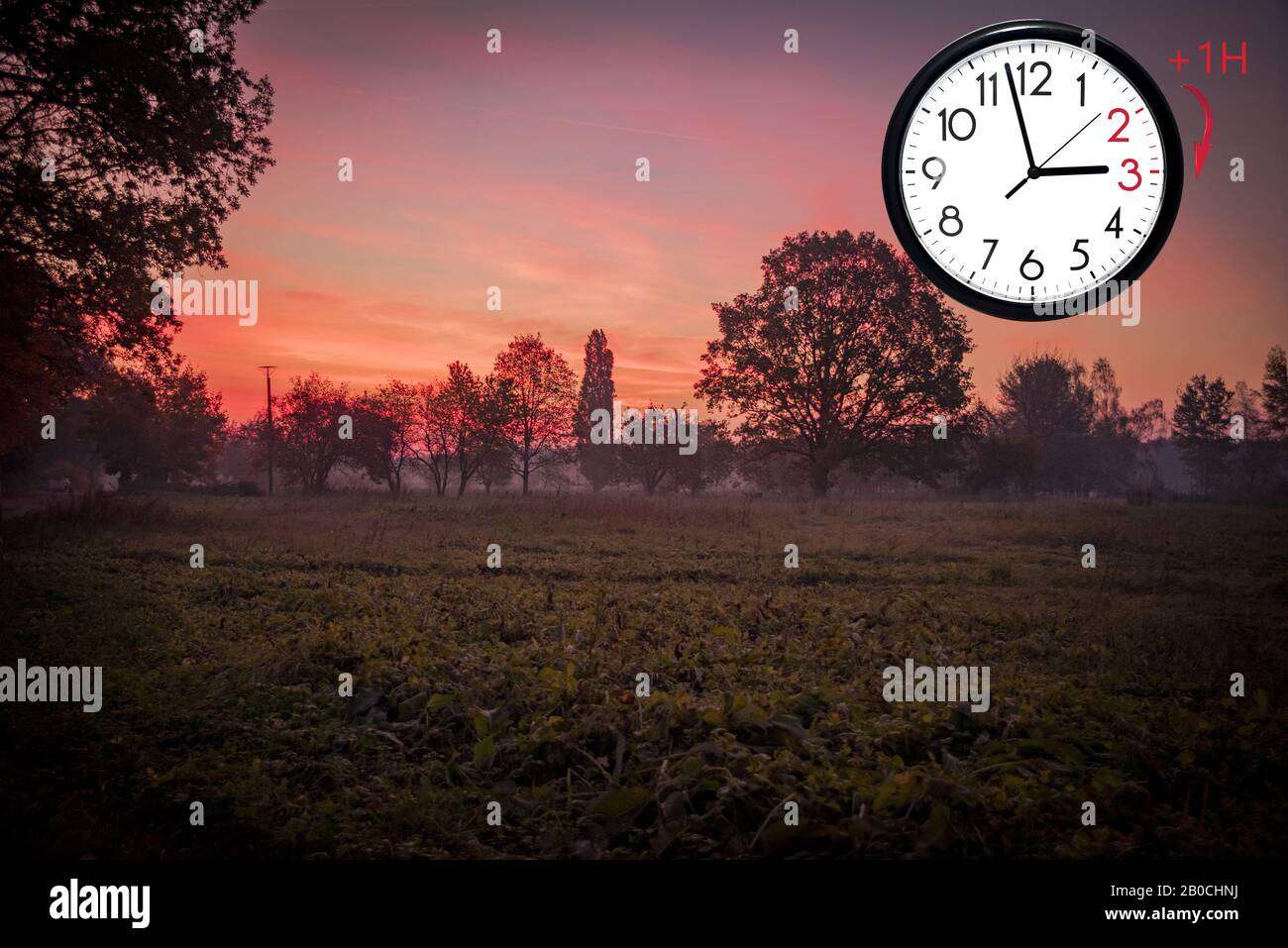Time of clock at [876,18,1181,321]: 2:57
